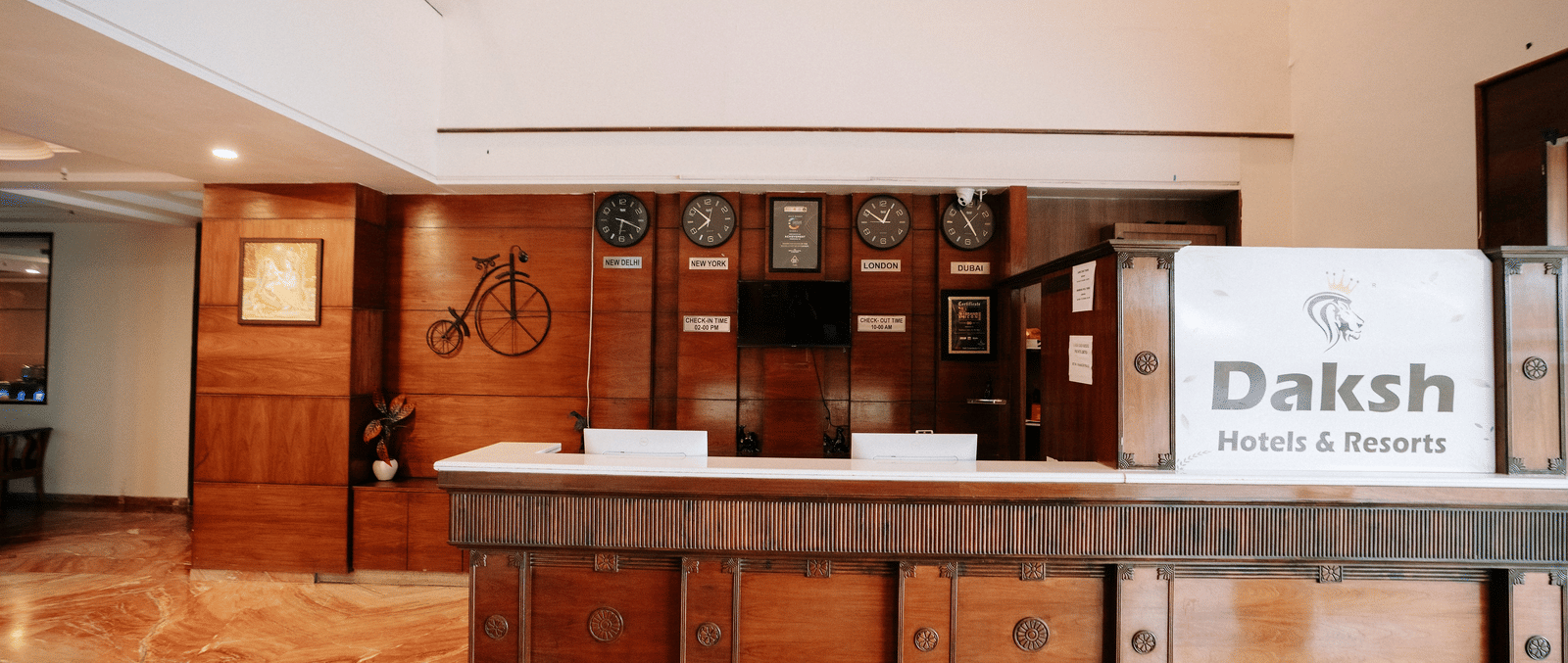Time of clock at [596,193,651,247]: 6:18
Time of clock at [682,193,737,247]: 7:52
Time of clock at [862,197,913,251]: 12:51
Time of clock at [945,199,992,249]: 4:54
